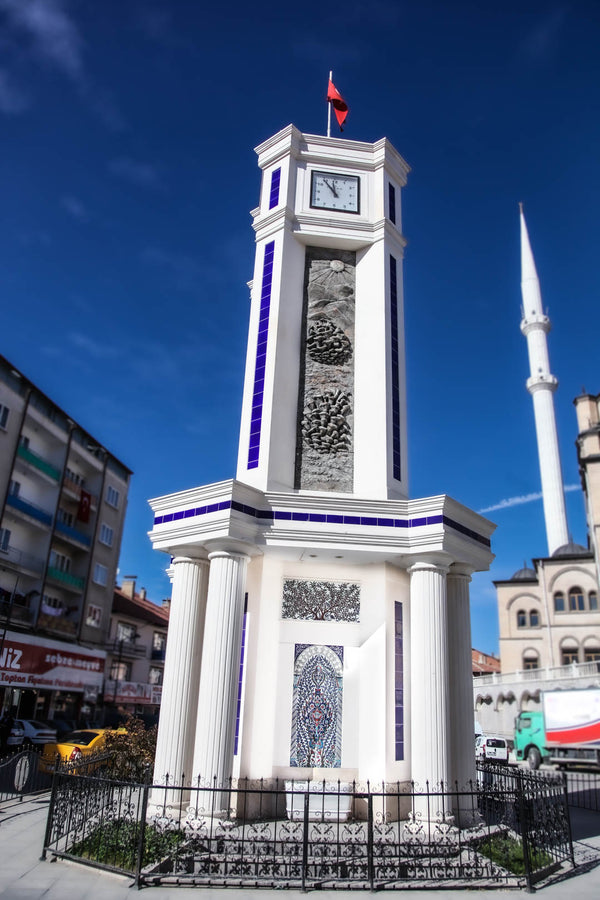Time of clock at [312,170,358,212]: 11:53
